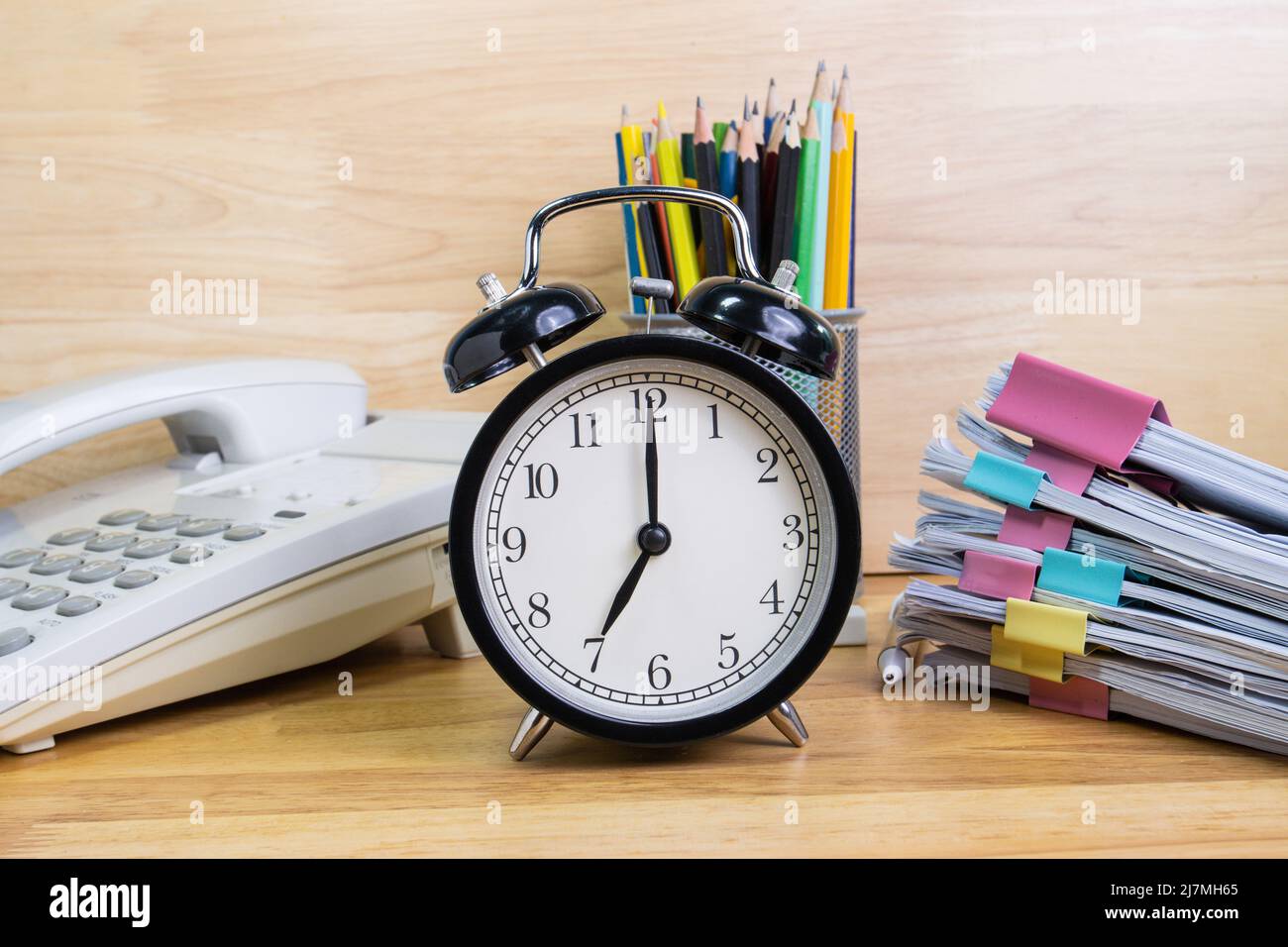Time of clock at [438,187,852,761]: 7:00
